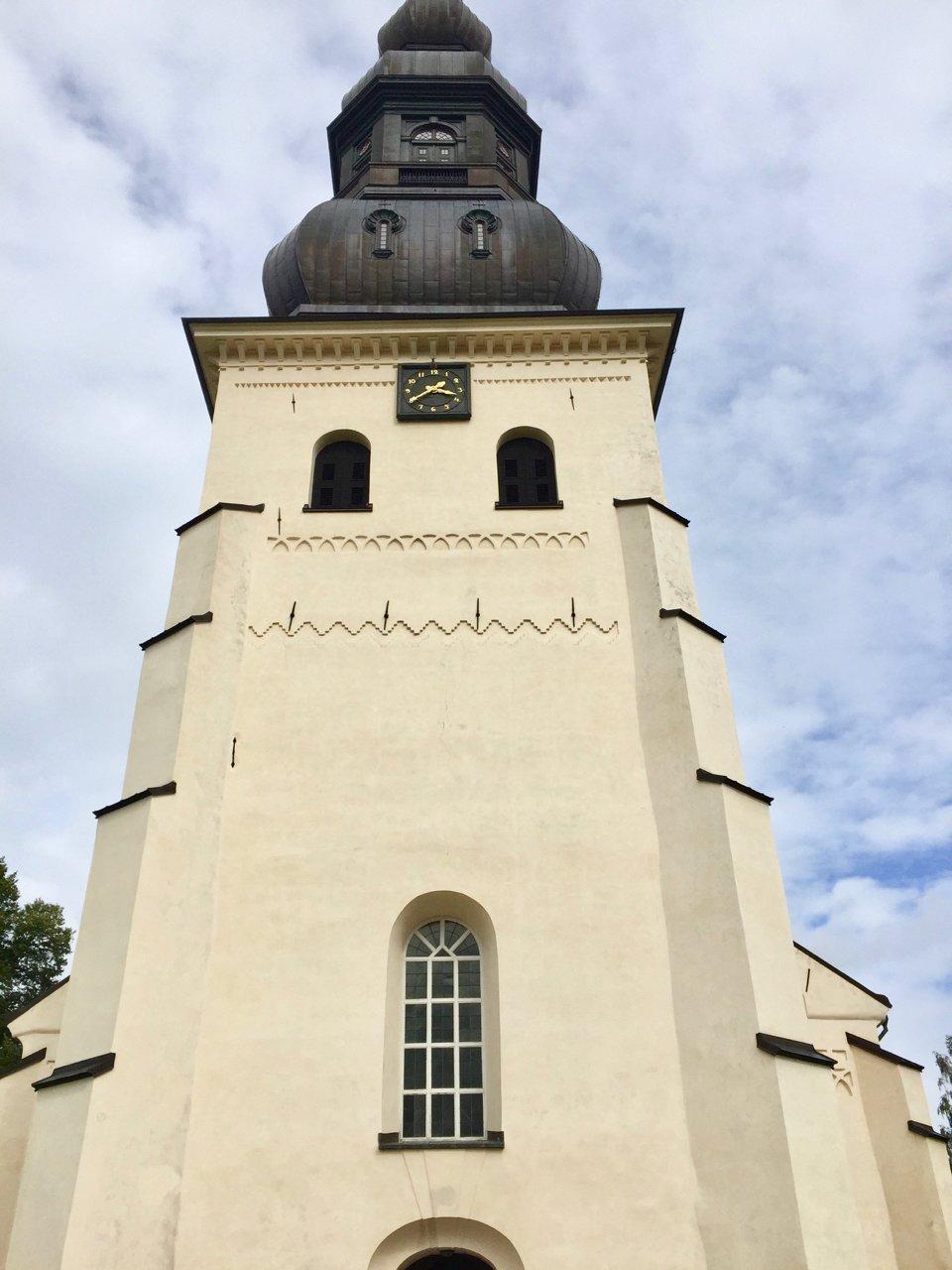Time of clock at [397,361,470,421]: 3:39
